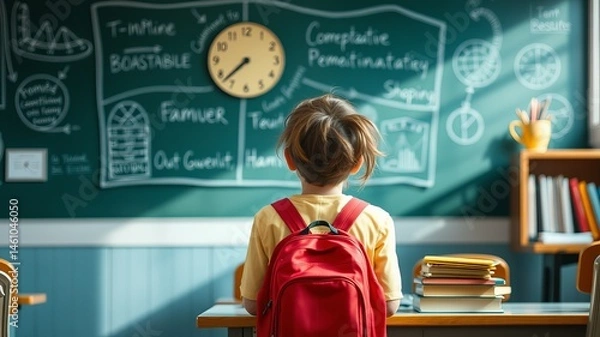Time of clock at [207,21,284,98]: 7:37
